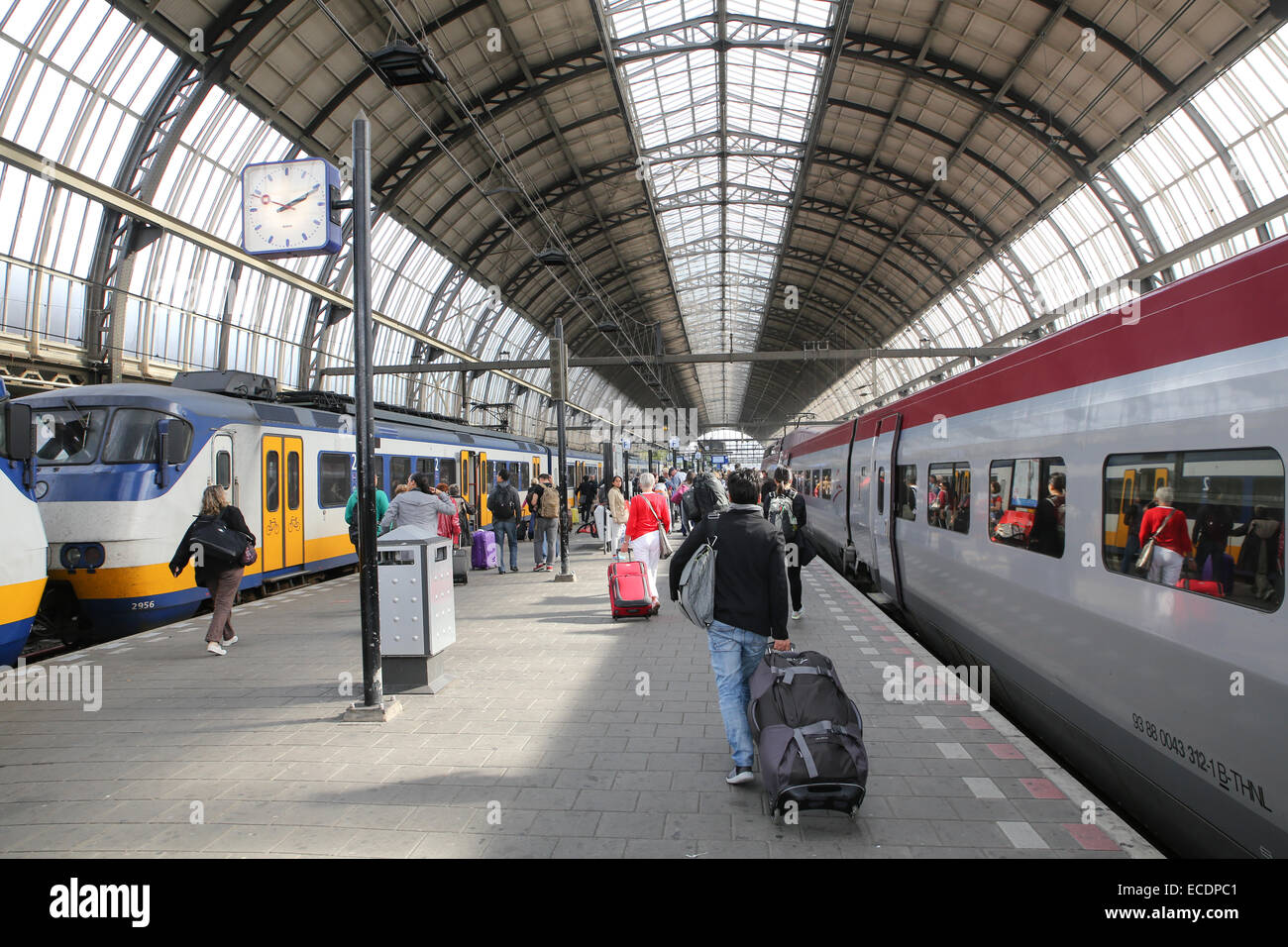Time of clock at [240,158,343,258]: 2:10
